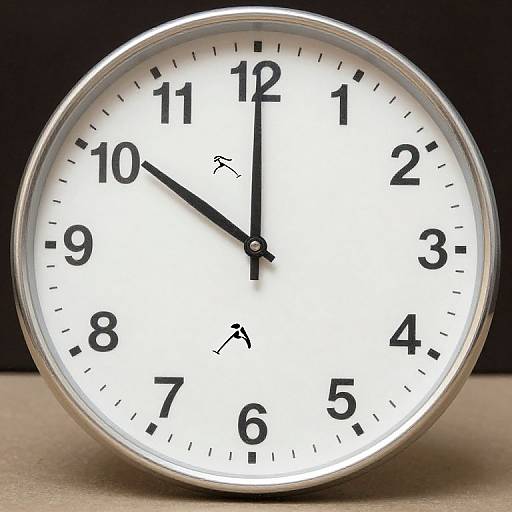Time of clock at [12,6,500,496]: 10:00
